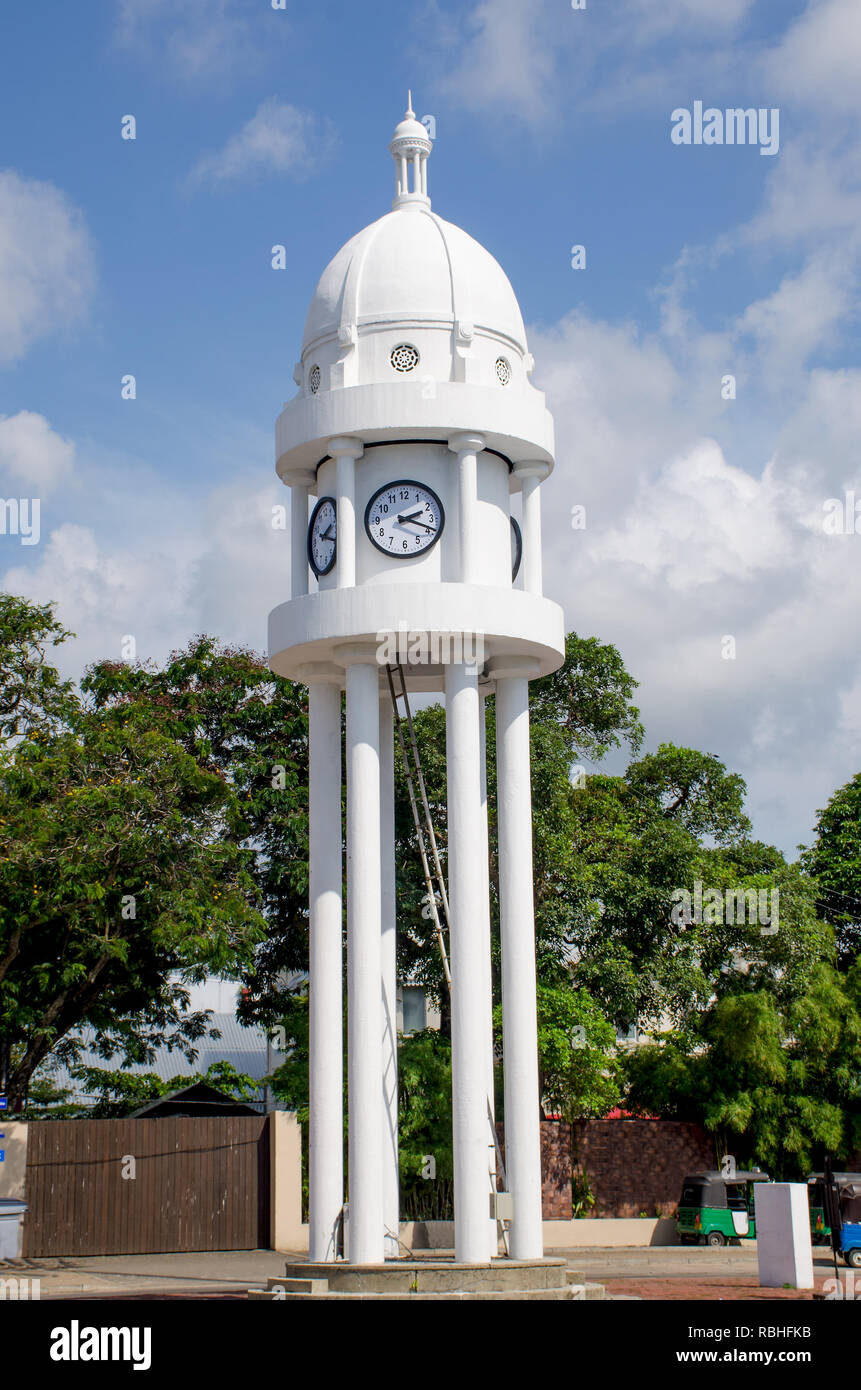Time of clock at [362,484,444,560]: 2:18
